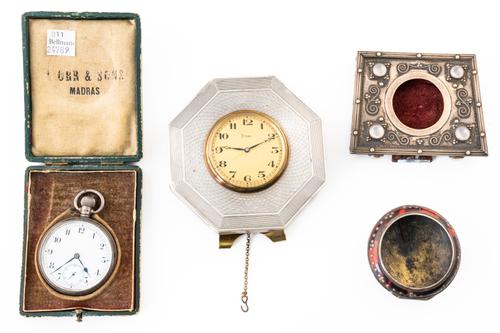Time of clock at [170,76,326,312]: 9:10
